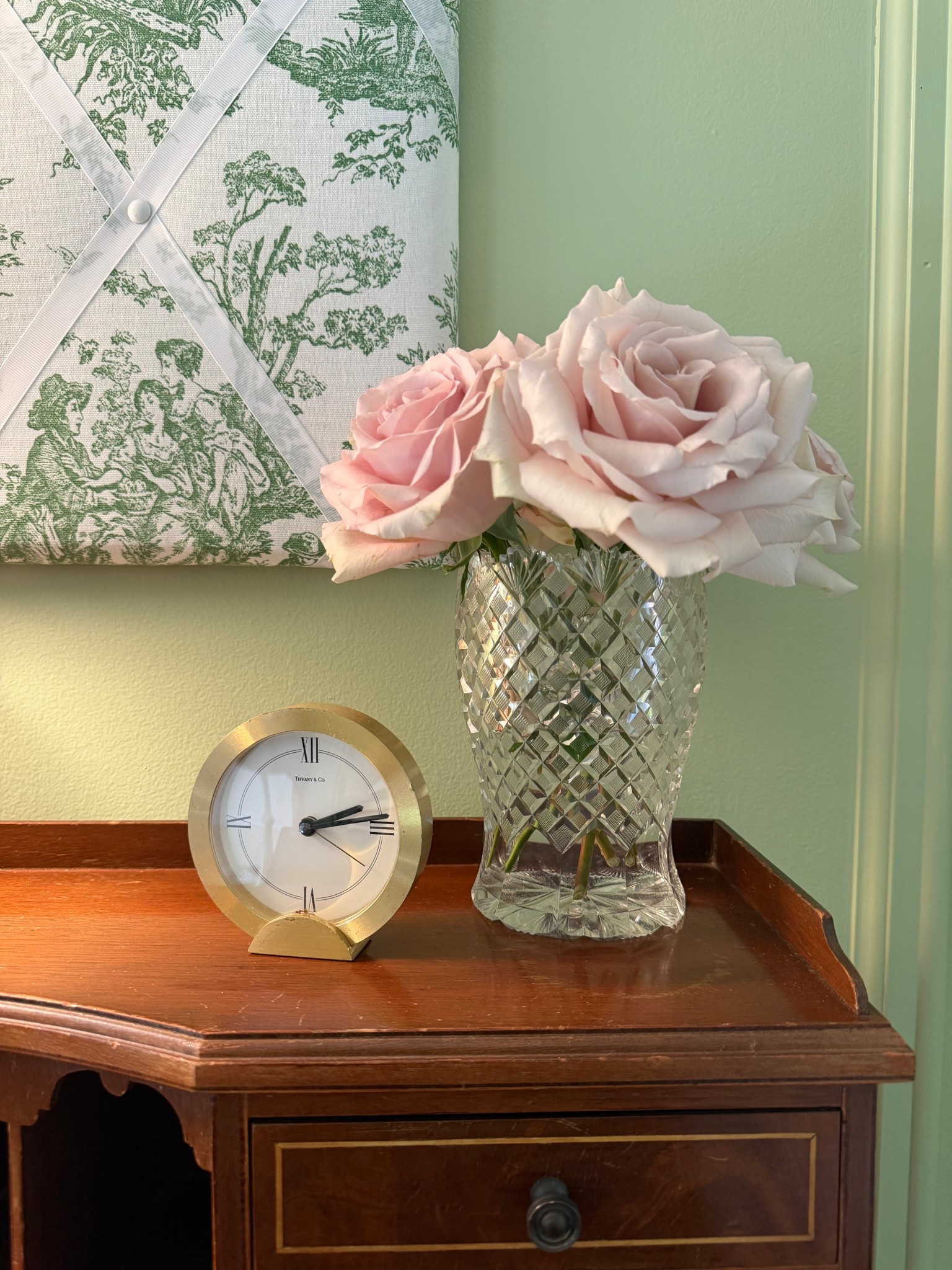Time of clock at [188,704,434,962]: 2:13
